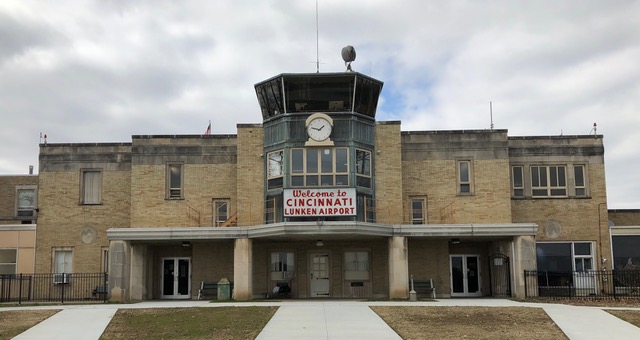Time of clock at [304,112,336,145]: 1:46
